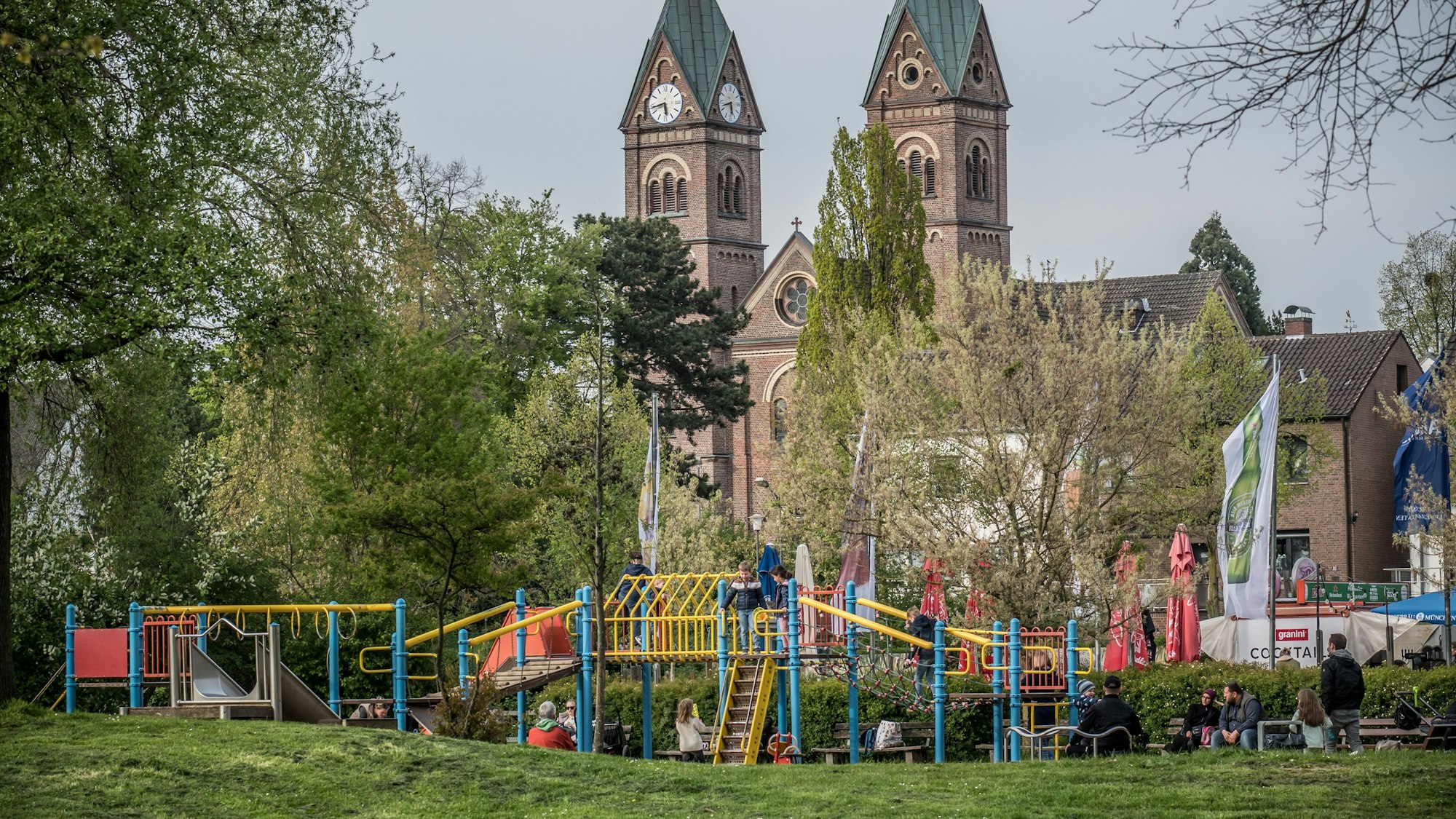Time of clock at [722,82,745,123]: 5:42
